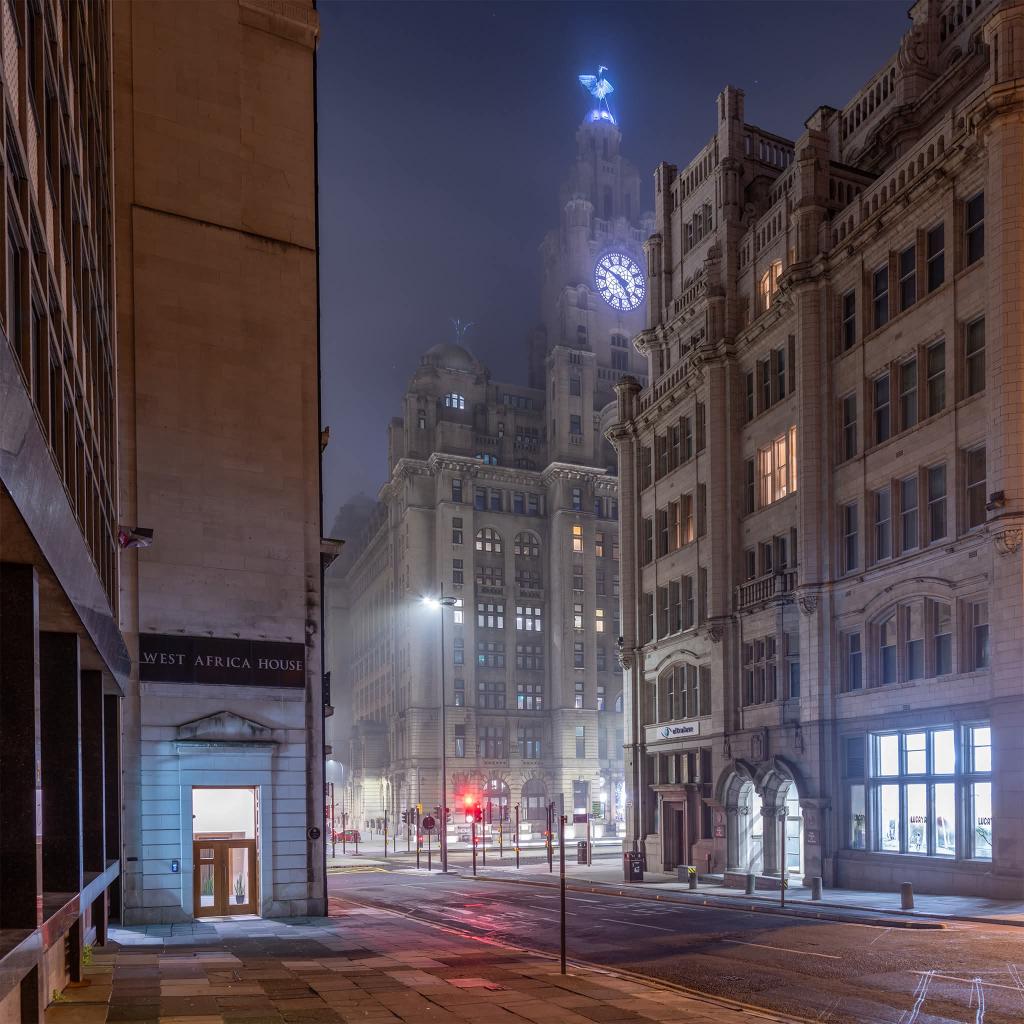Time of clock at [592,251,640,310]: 4:50
